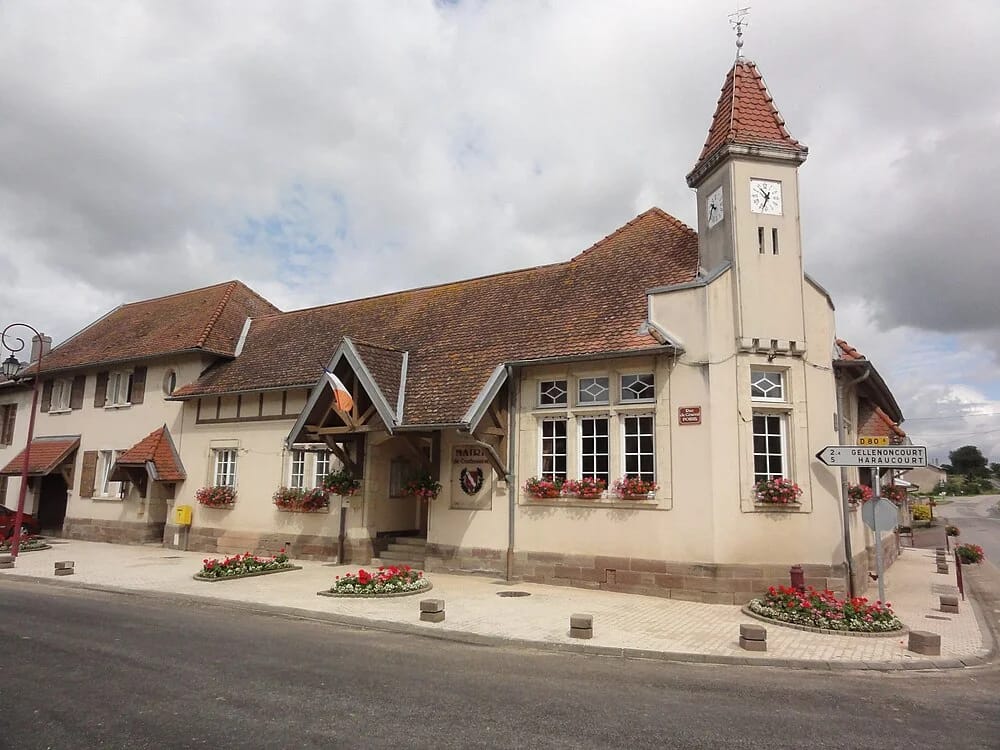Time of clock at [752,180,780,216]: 10:34
